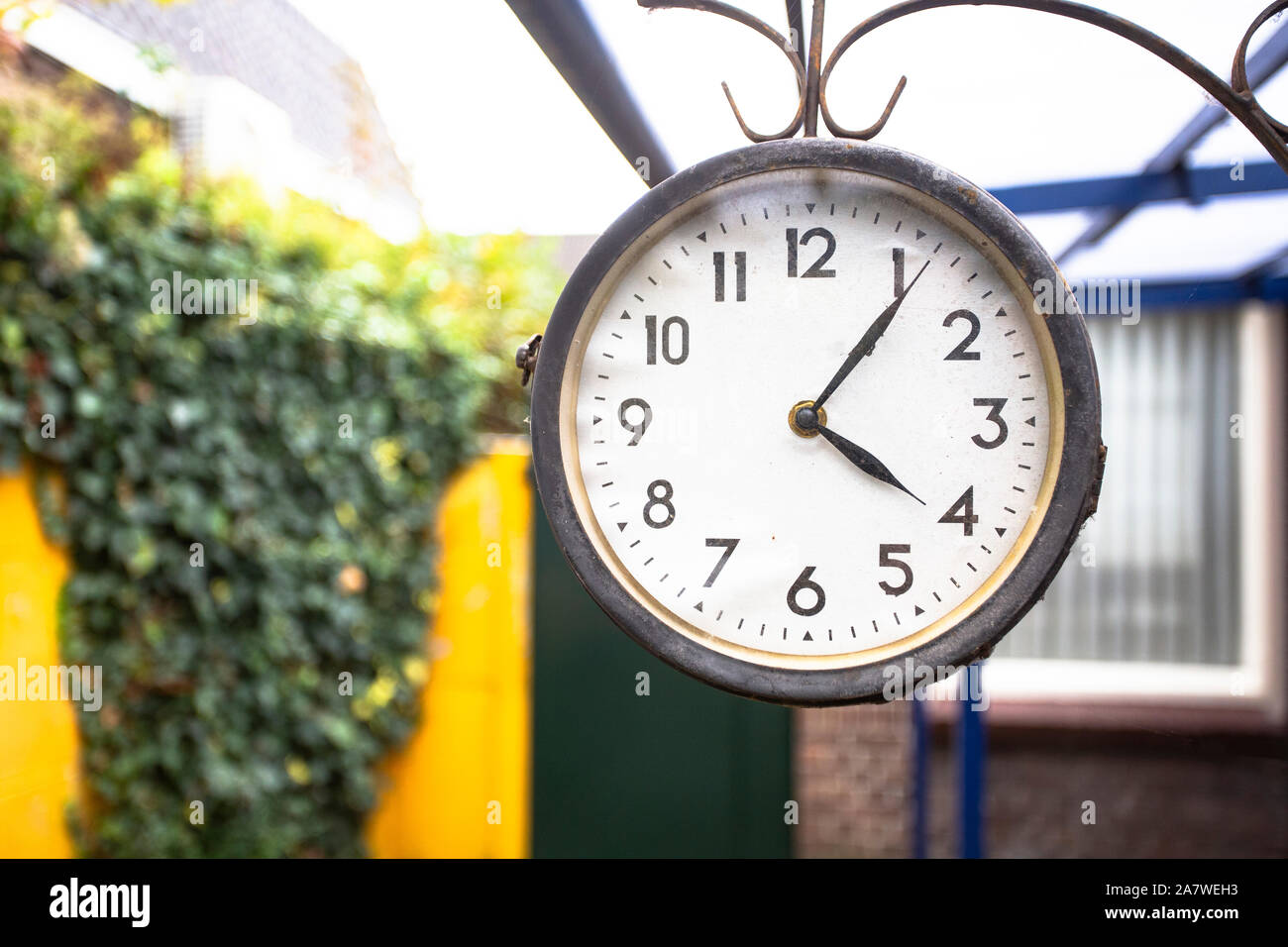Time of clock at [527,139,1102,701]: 4:06
